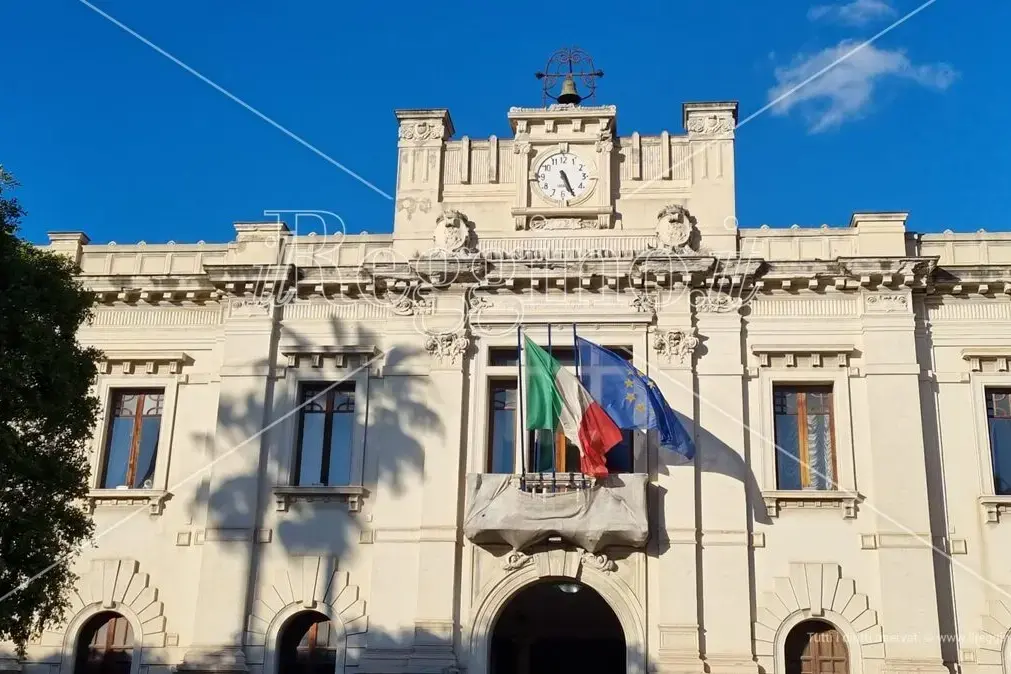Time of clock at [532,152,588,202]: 5:26
